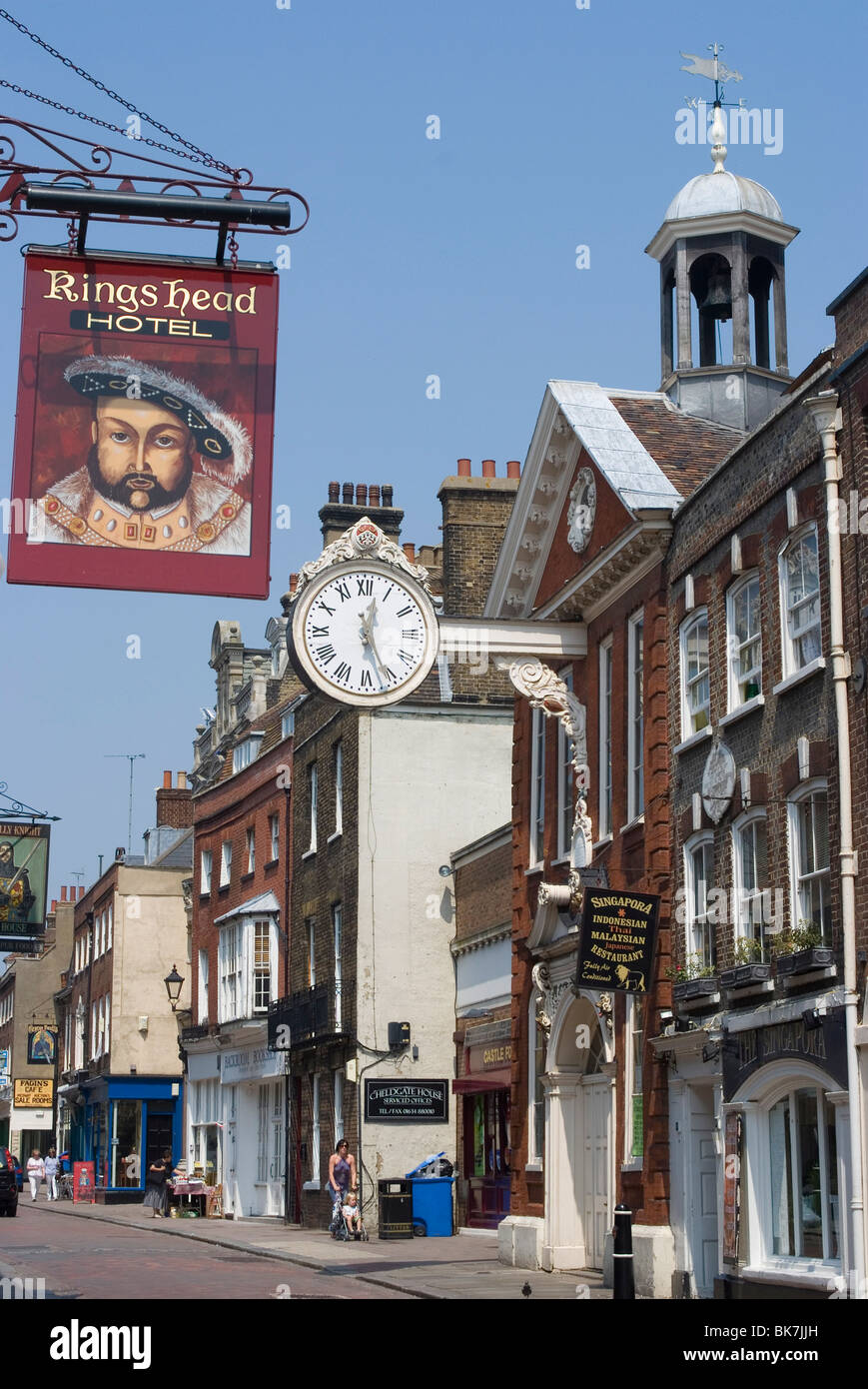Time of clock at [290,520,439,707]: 12:27
